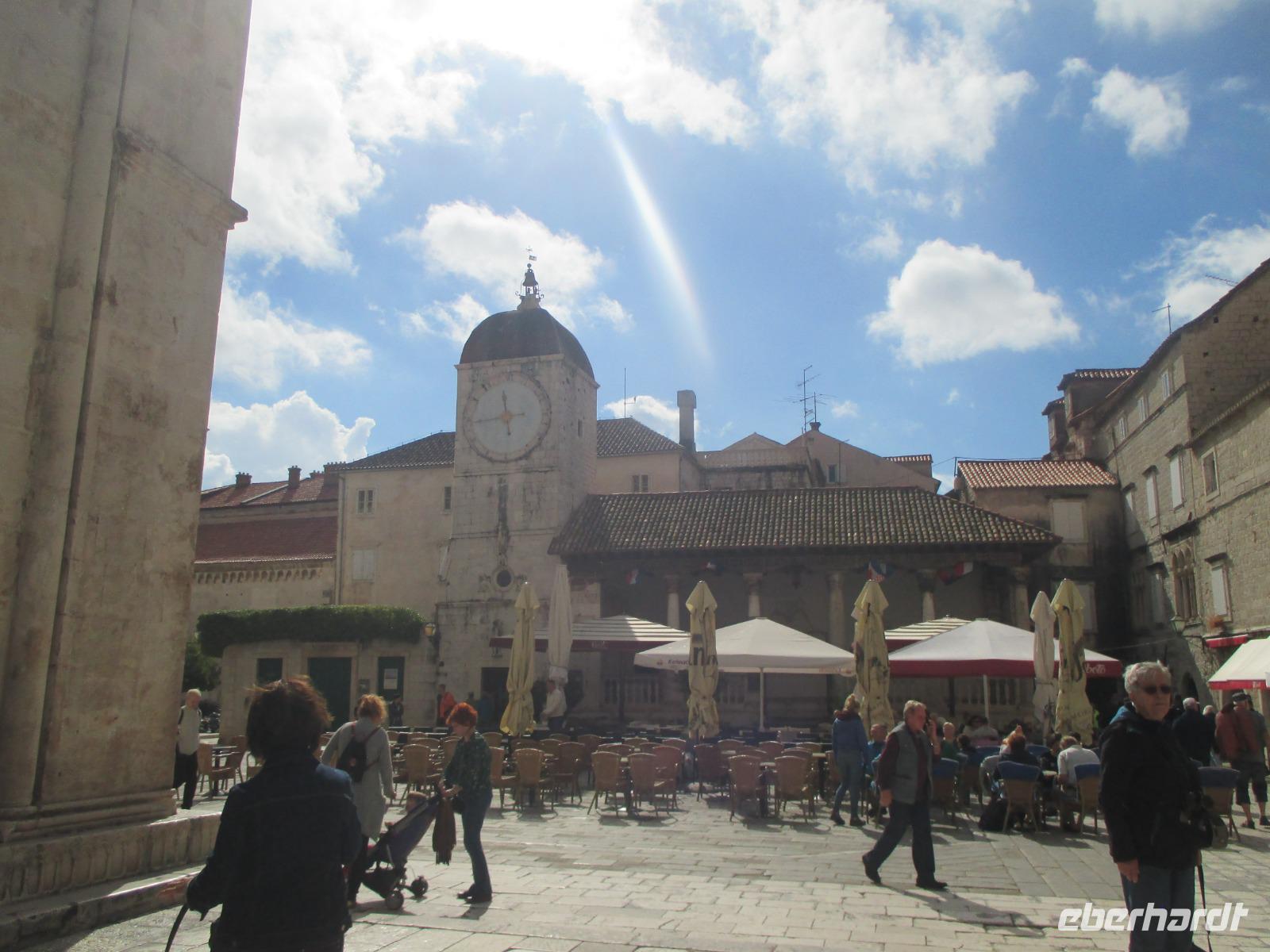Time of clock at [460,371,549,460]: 11:44
